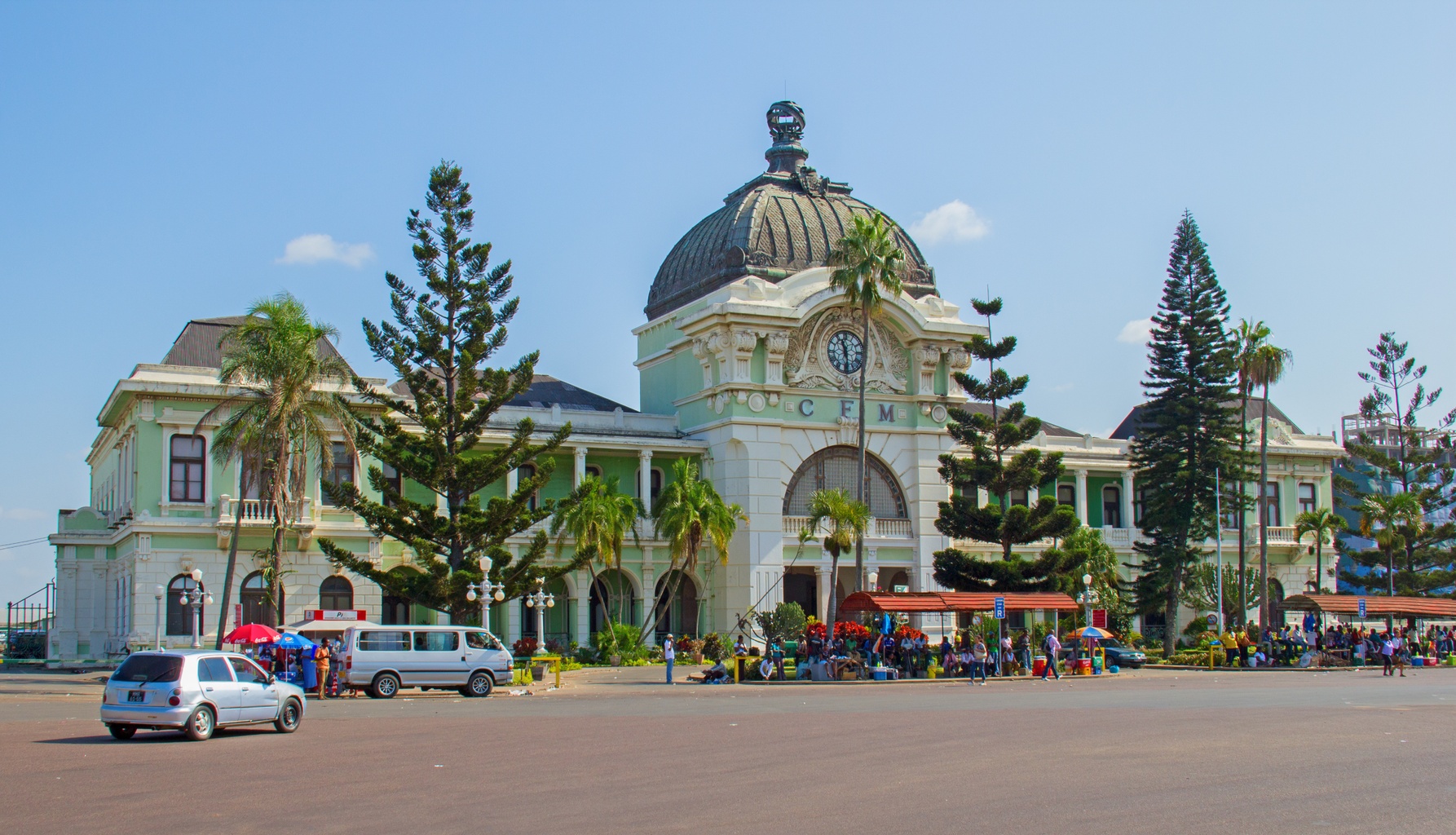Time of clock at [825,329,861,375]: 11:28
